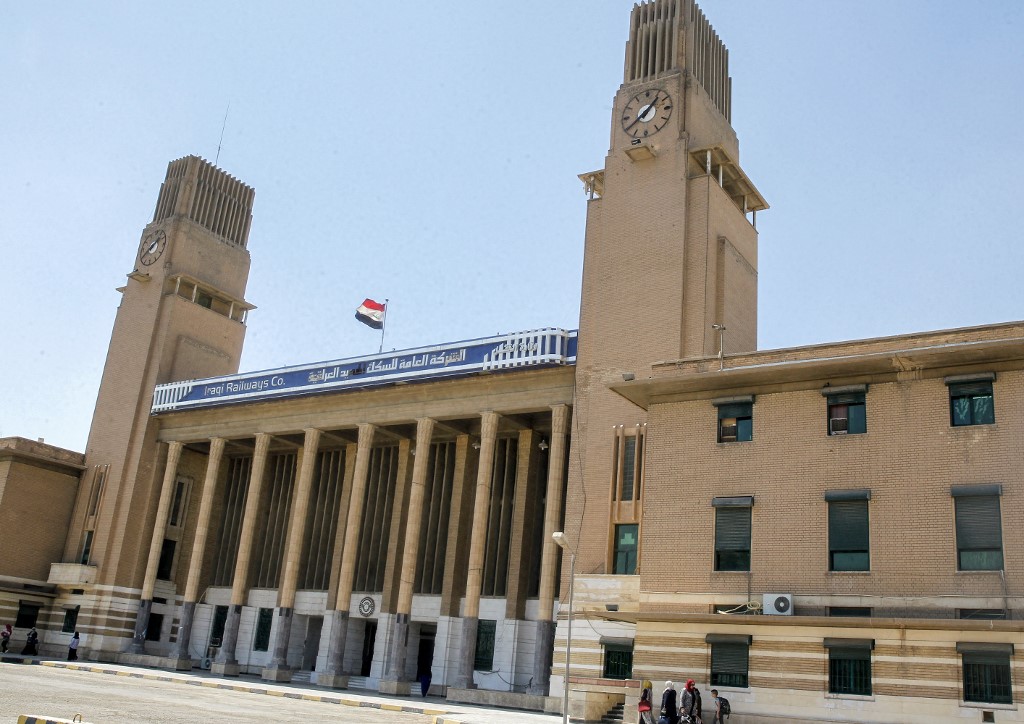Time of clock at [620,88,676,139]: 1:39
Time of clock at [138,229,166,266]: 1:39
